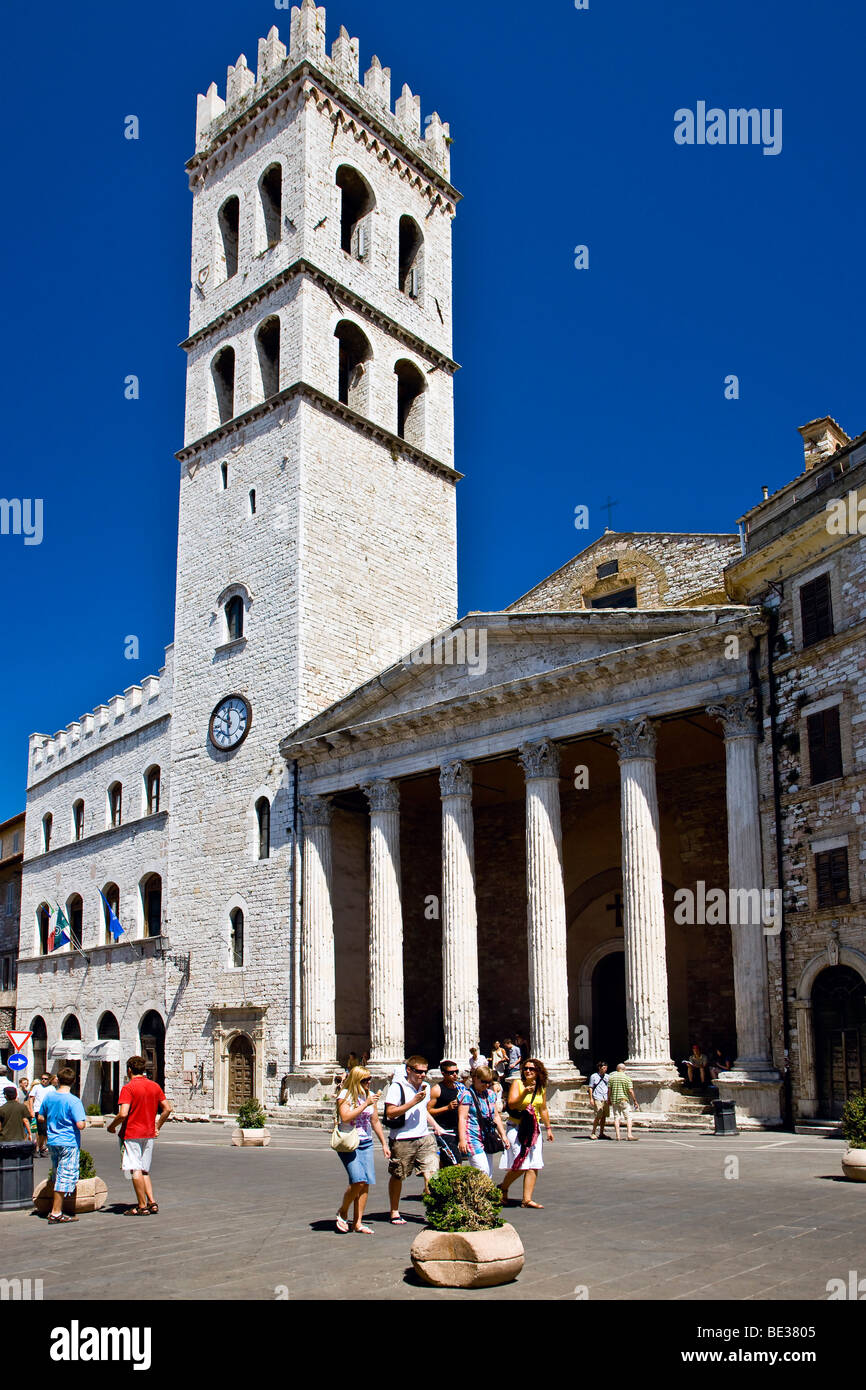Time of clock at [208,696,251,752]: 11:50
